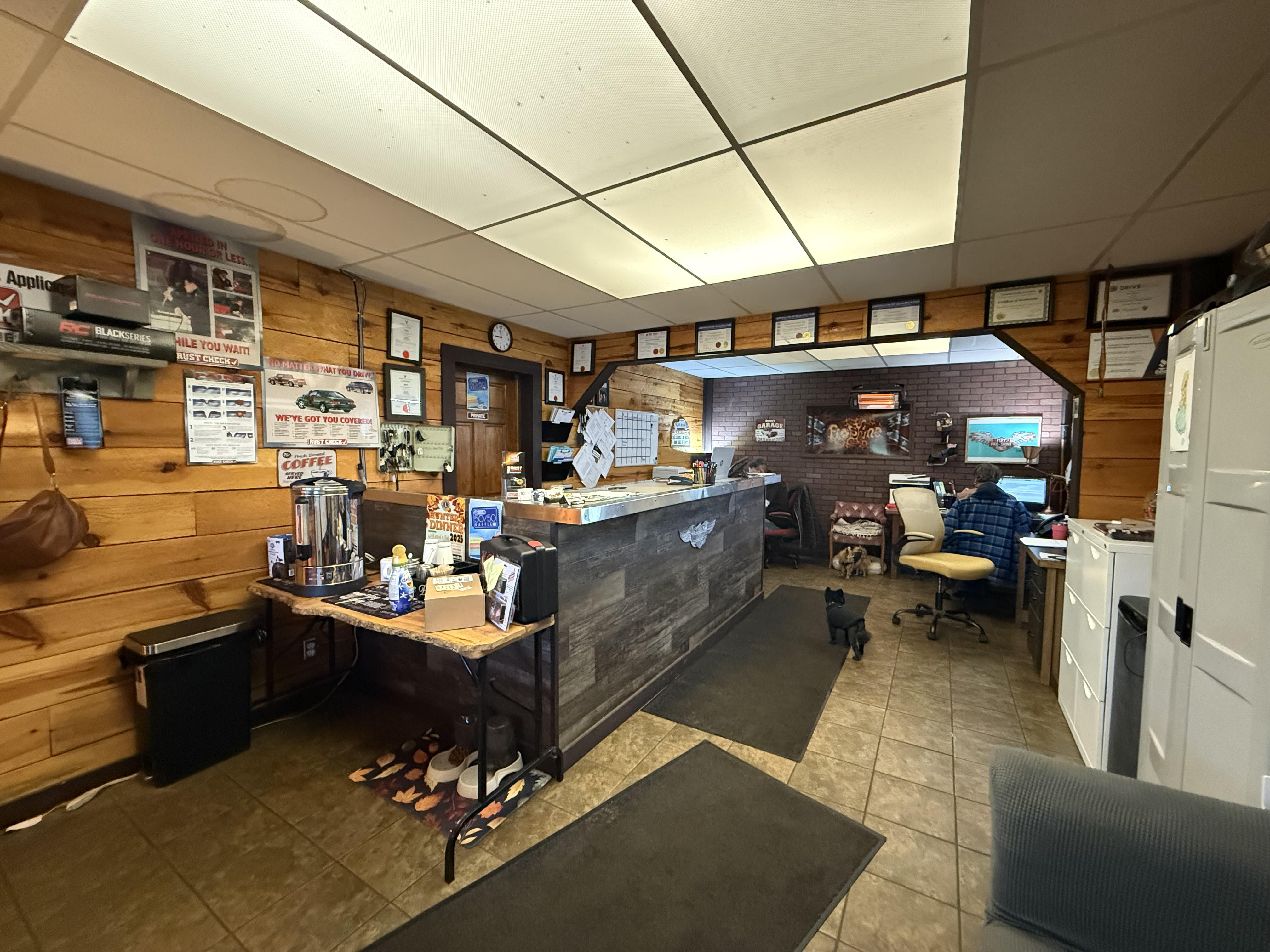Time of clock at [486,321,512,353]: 11:44
